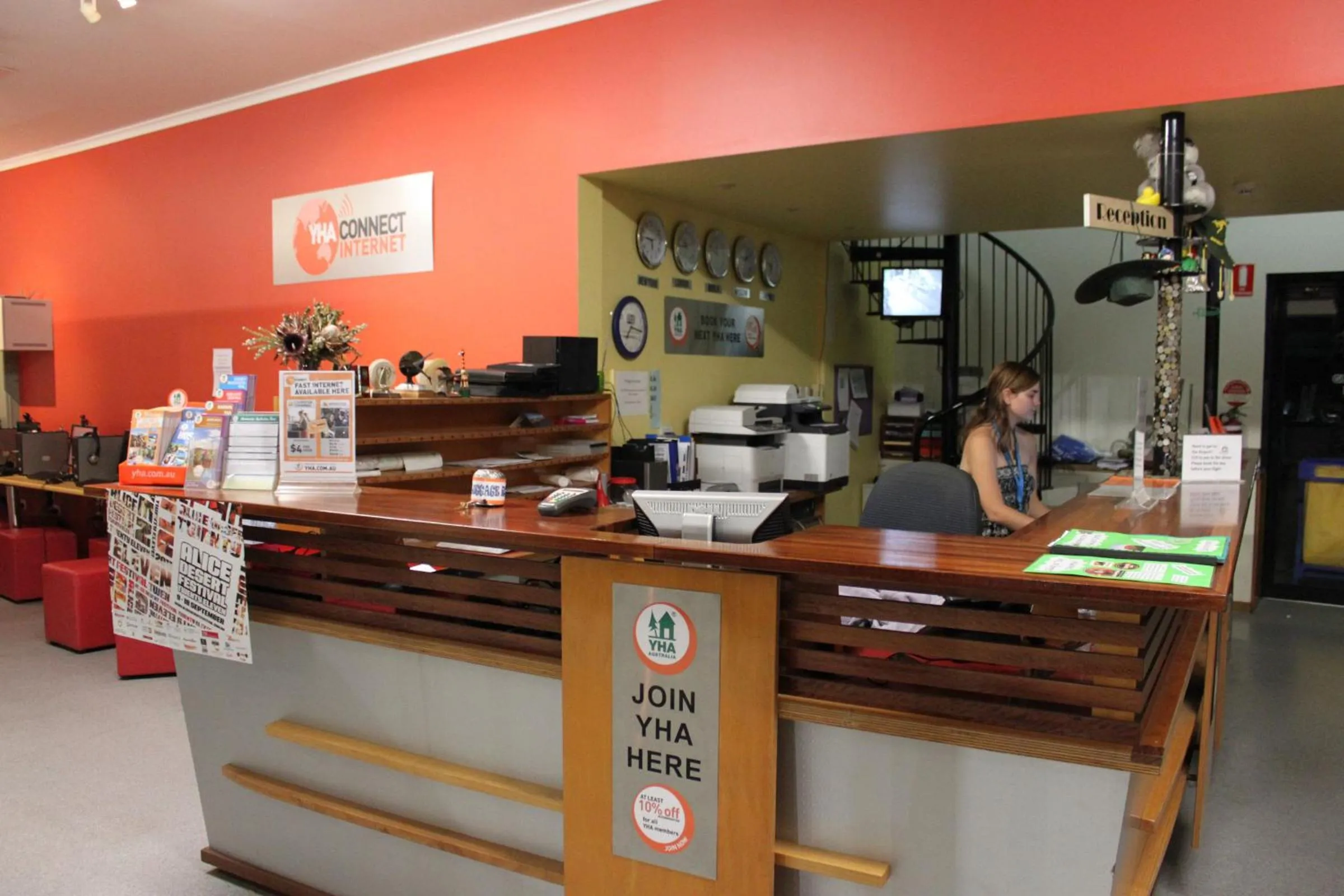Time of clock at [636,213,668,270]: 5:45
